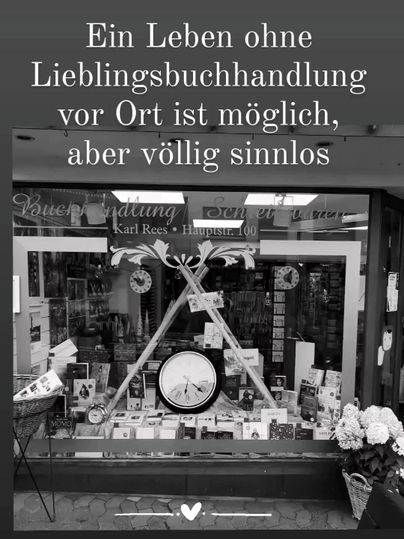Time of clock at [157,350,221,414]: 6:21
